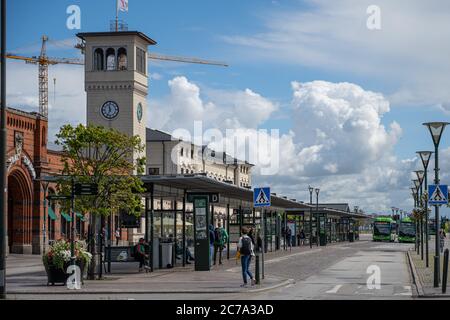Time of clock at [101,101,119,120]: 11:33
